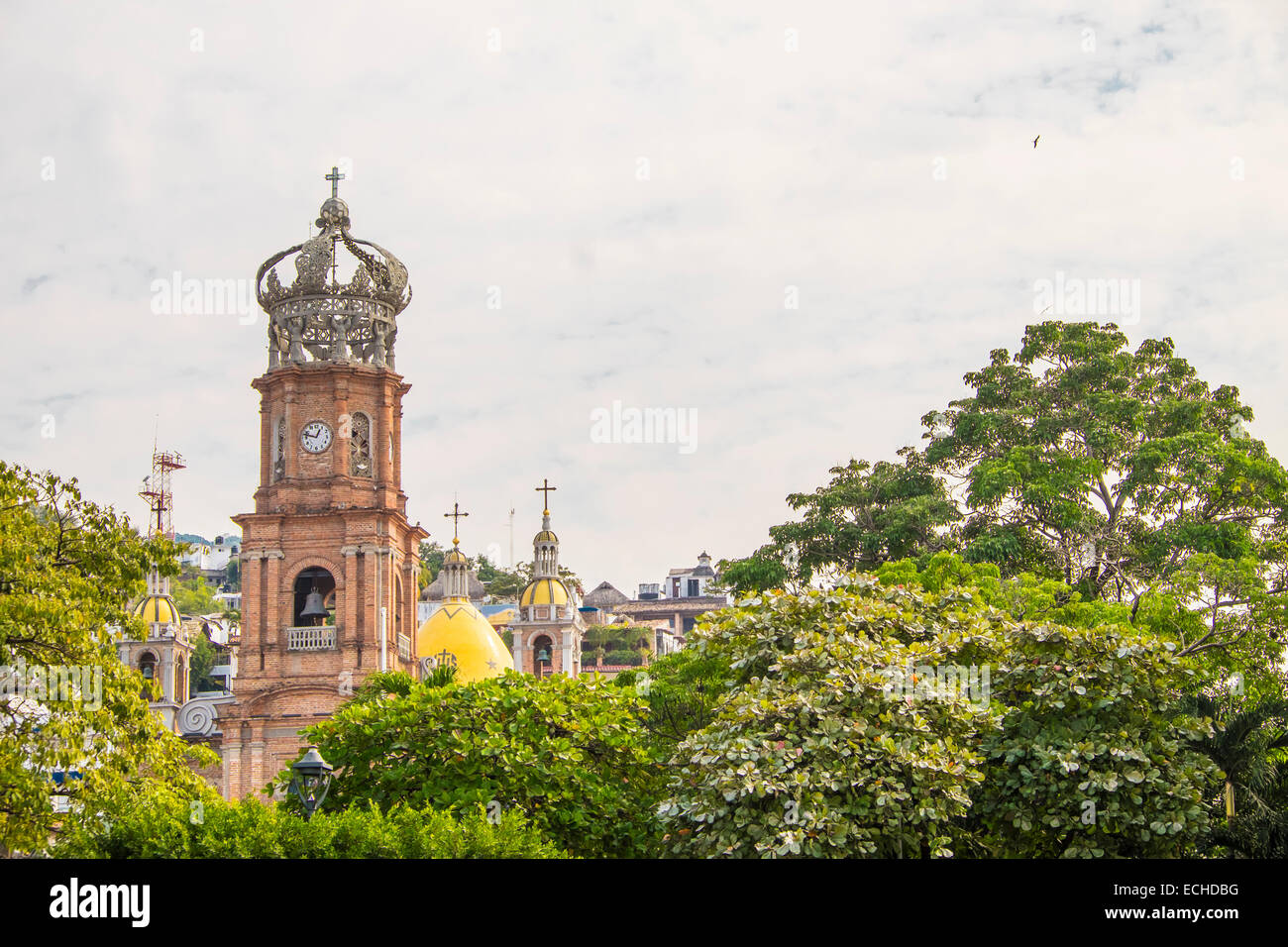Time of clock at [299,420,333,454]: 12:47
